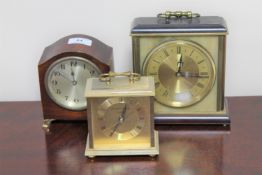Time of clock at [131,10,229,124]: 12:16
